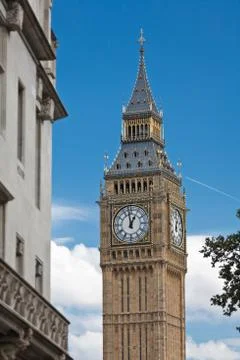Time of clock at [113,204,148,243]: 12:58
